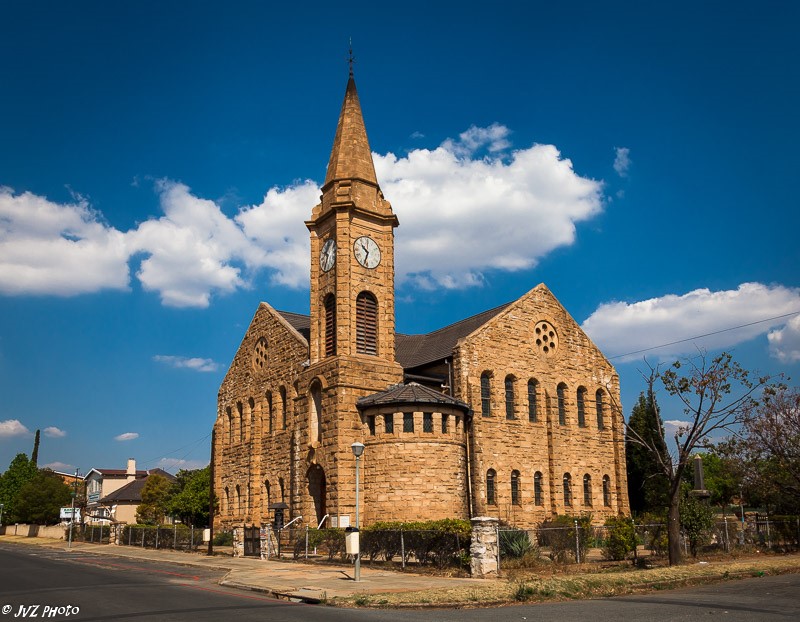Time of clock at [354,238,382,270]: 10:33
